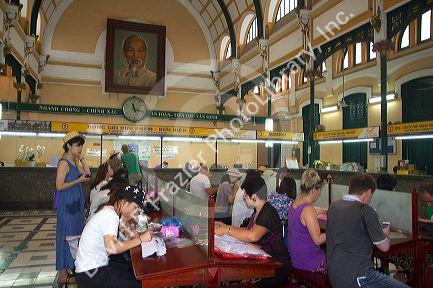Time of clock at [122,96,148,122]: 11:17
